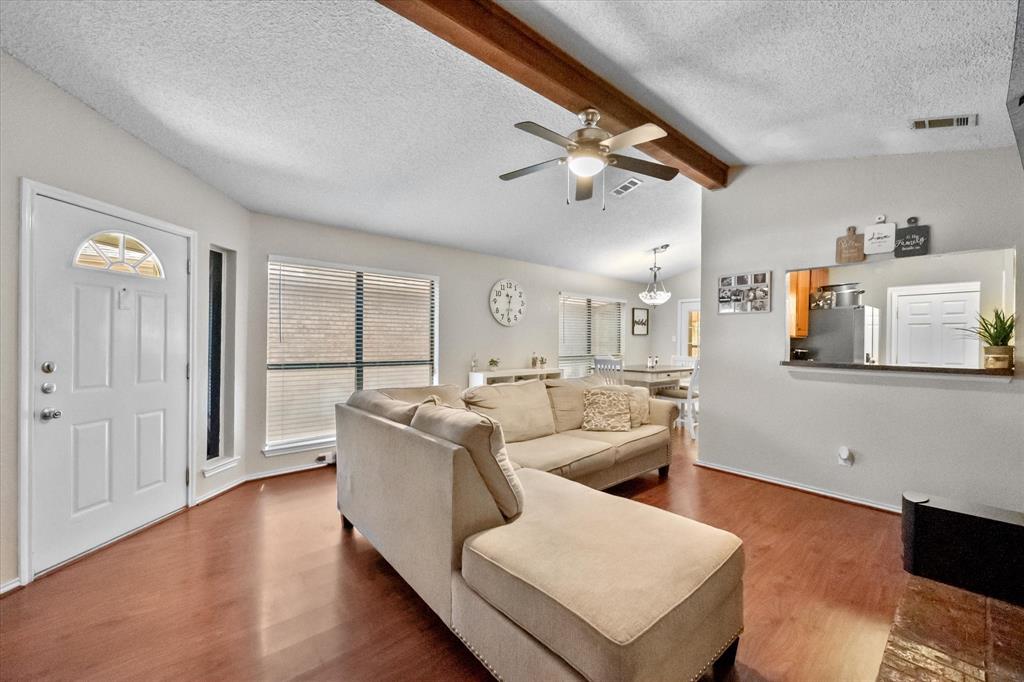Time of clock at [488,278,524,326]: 11:31
